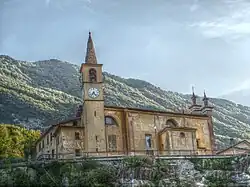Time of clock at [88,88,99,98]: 7:23
